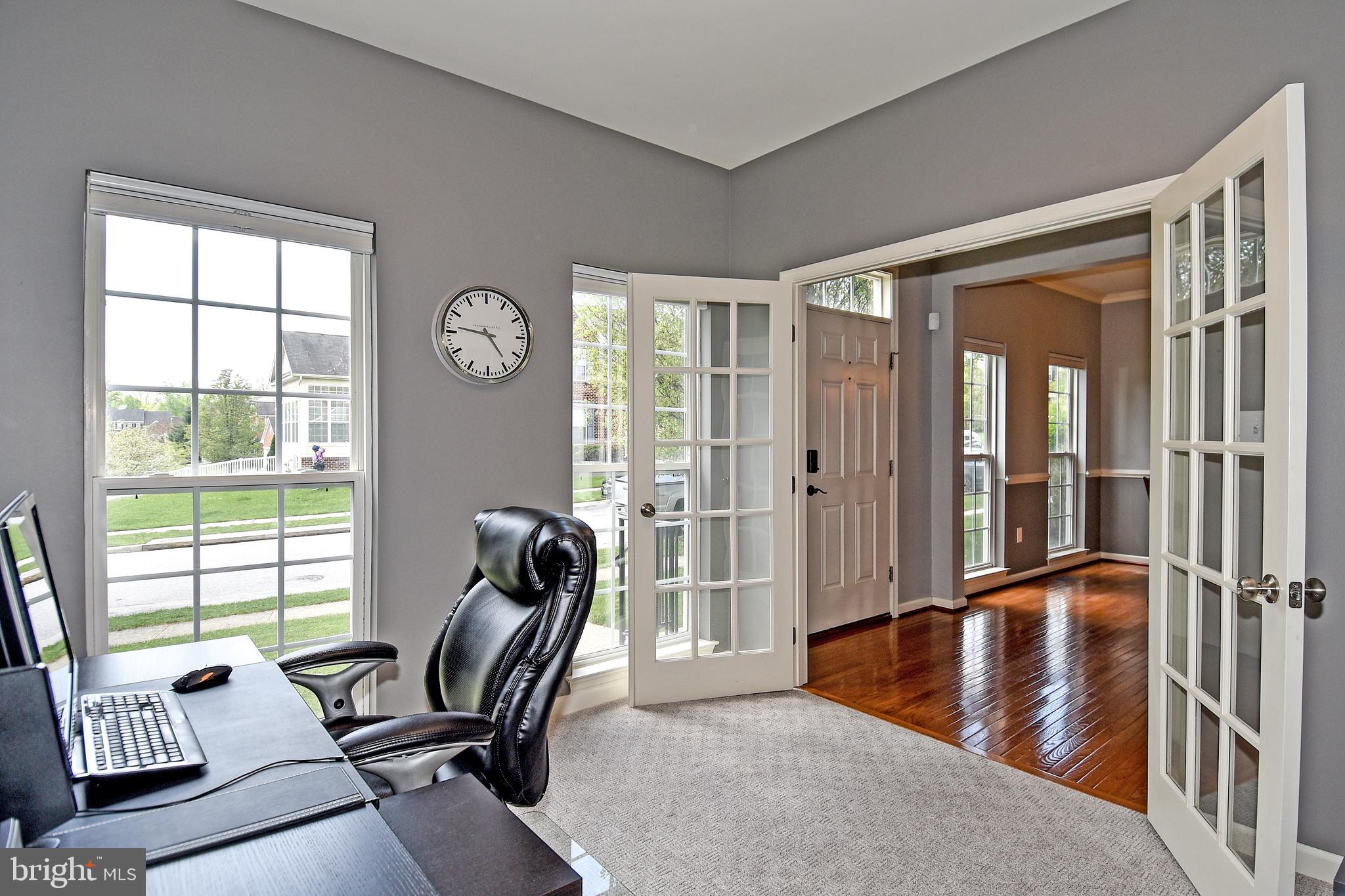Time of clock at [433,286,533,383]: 4:46
